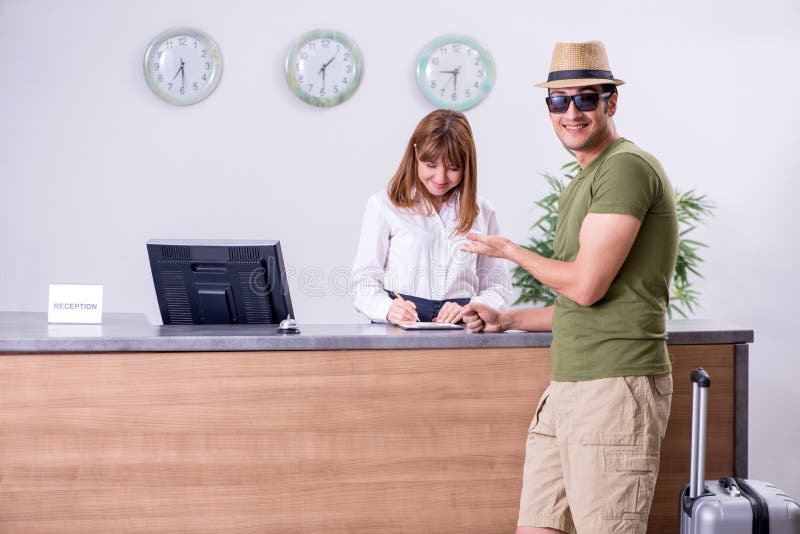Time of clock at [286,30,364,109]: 1:29
